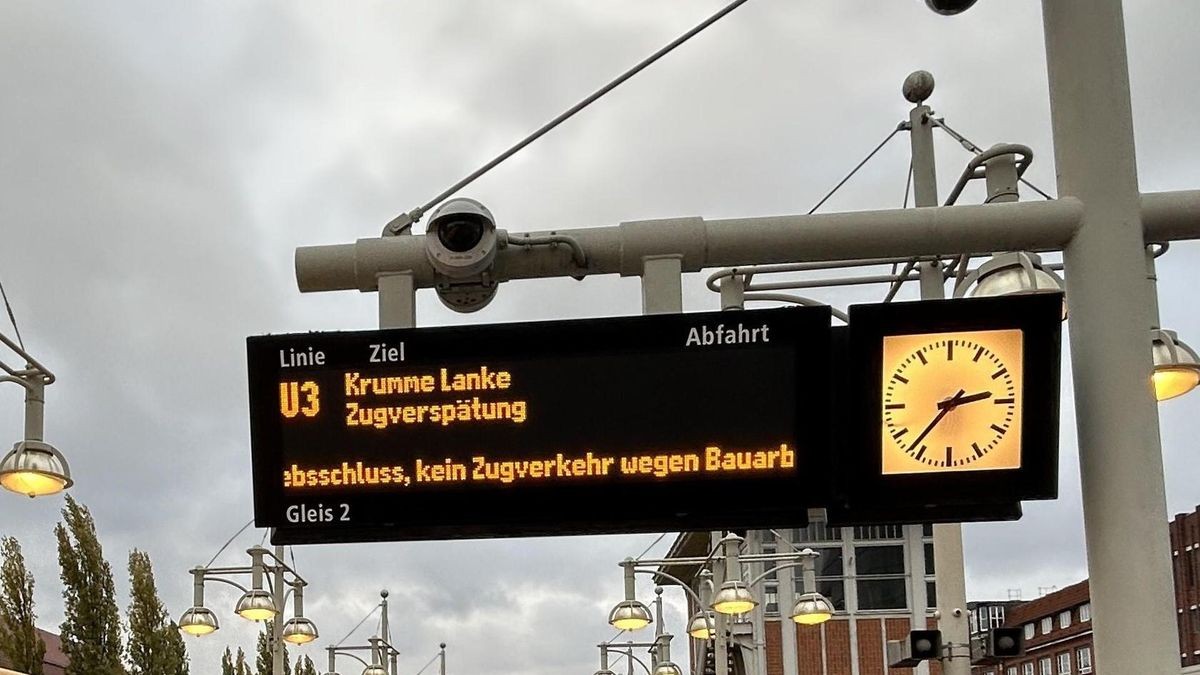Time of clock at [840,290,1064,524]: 2:37
